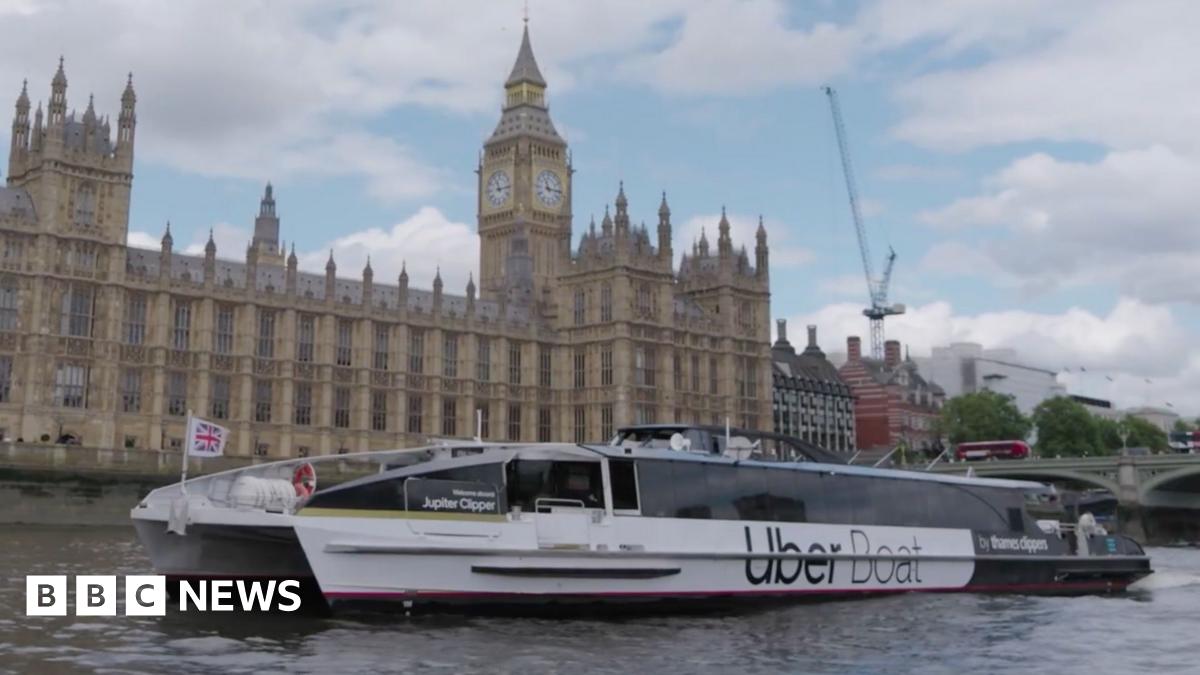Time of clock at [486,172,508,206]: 11:13
